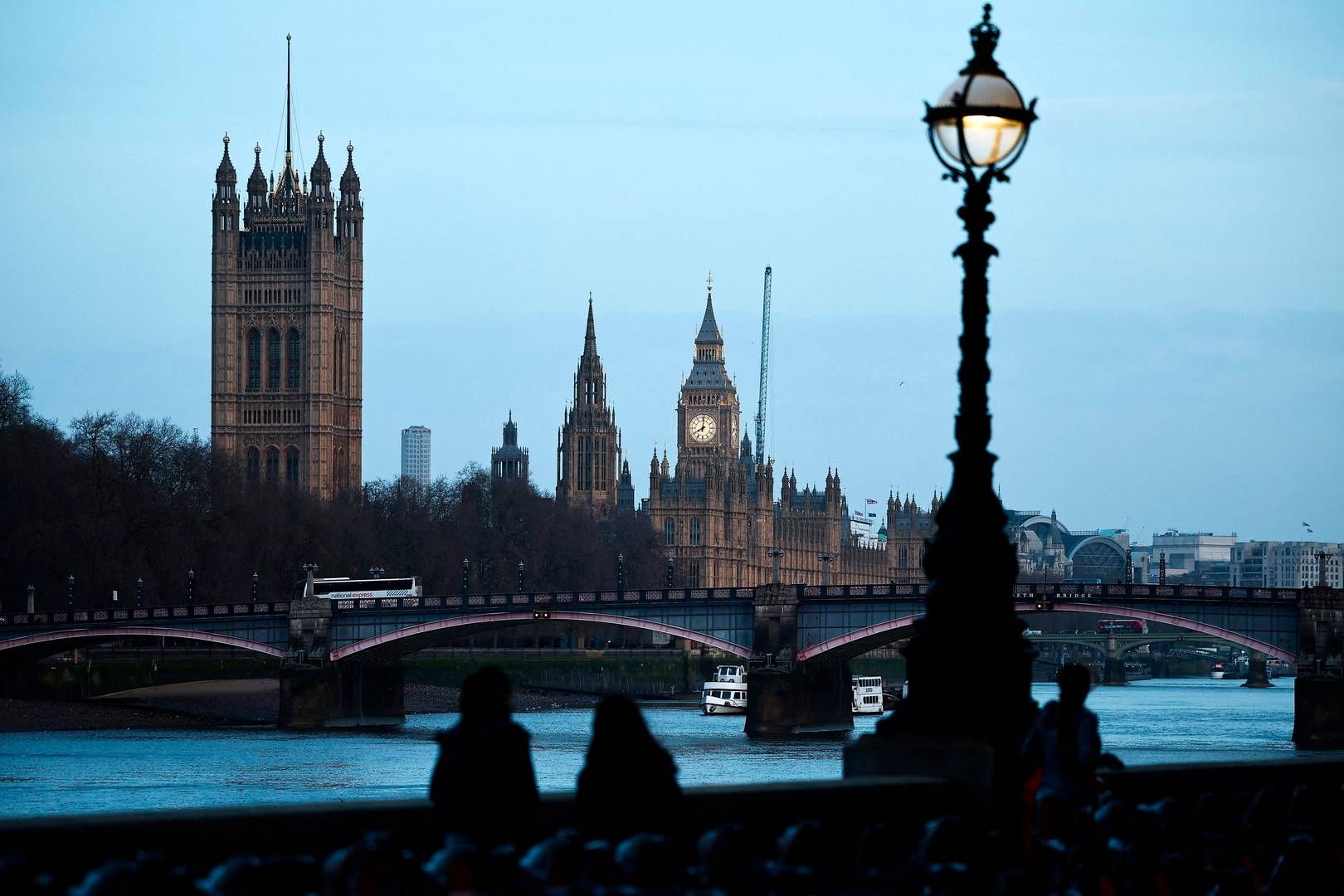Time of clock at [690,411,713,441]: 8:01
